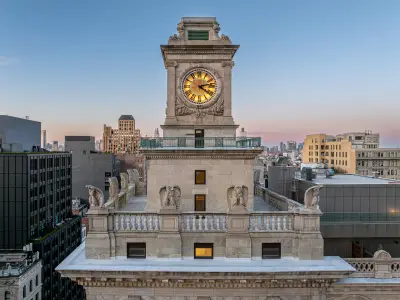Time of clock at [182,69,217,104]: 4:12
